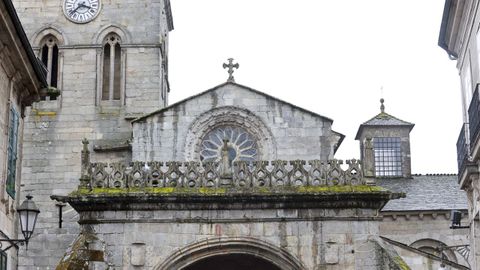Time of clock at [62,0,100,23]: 3:37
